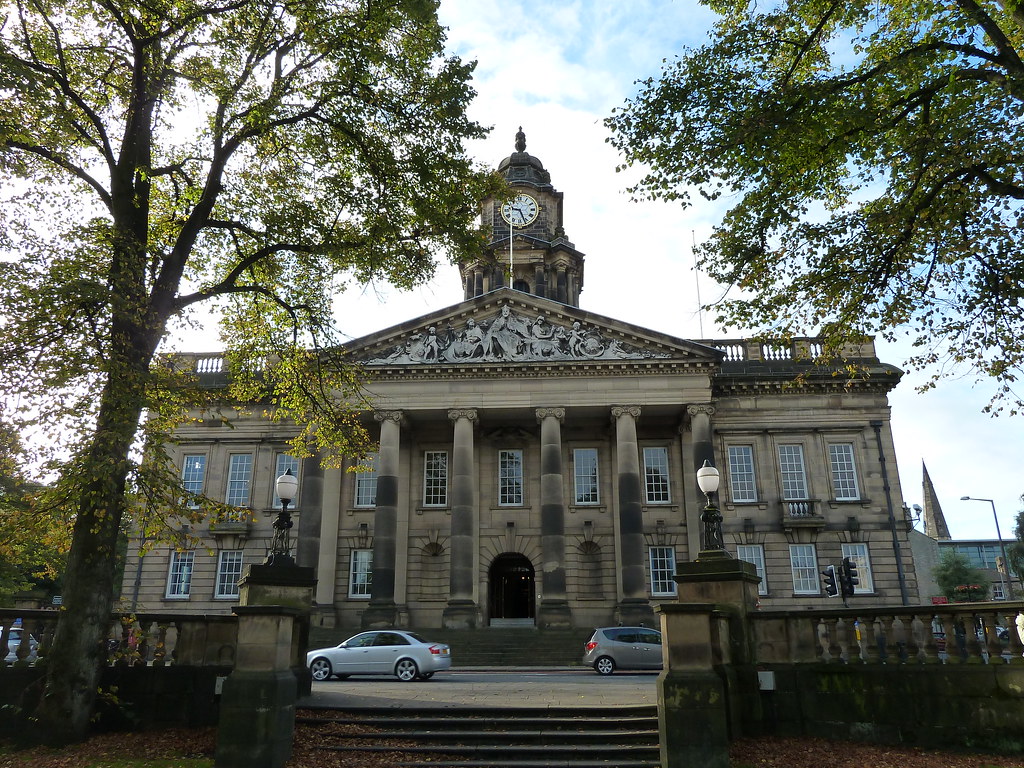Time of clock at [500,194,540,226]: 9:26
